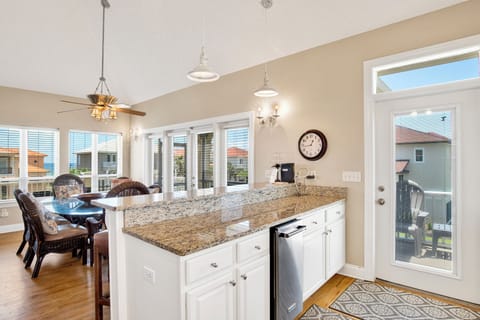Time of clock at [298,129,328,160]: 12:43
